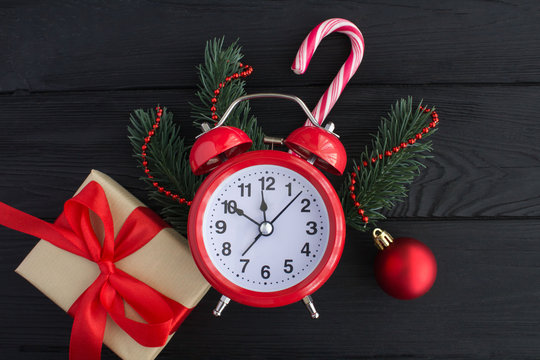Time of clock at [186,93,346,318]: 11:50
